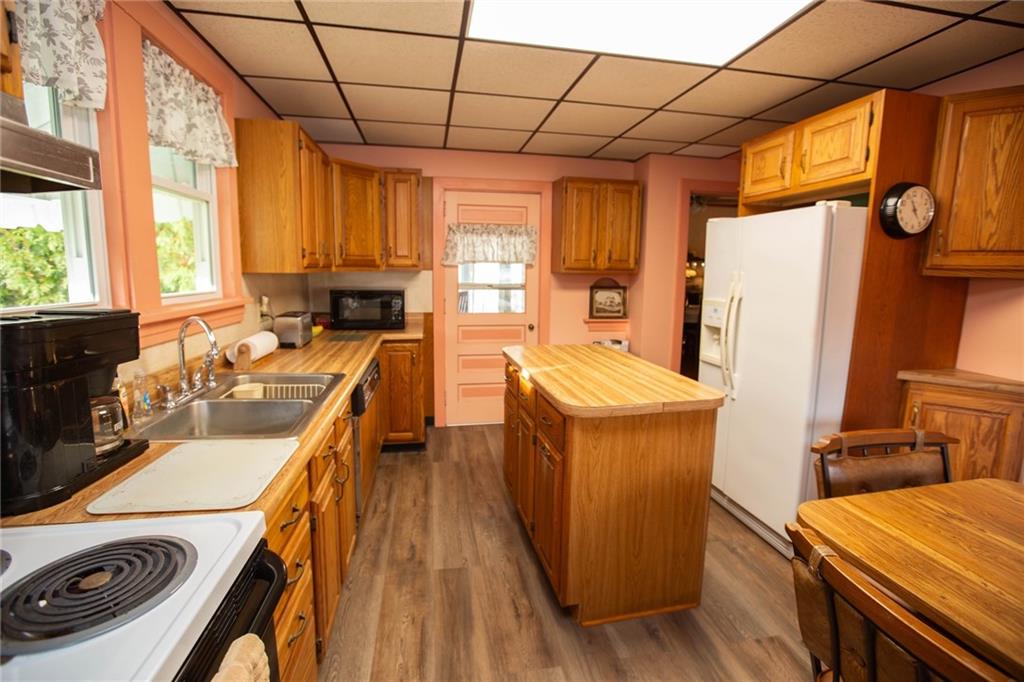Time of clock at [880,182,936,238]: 4:57
